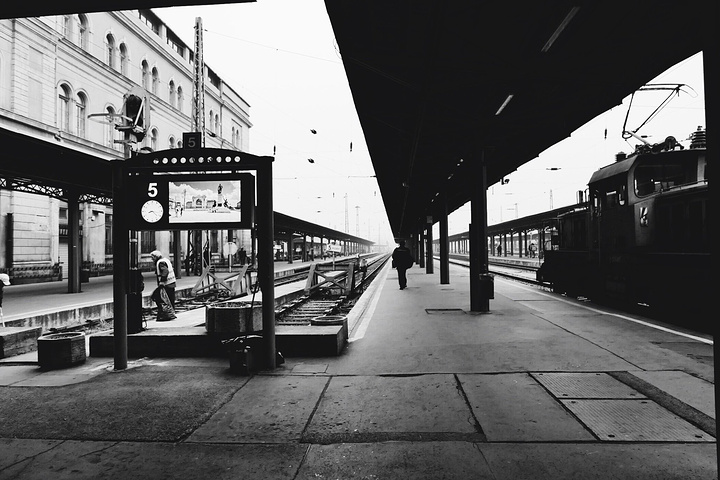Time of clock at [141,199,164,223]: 8:17
